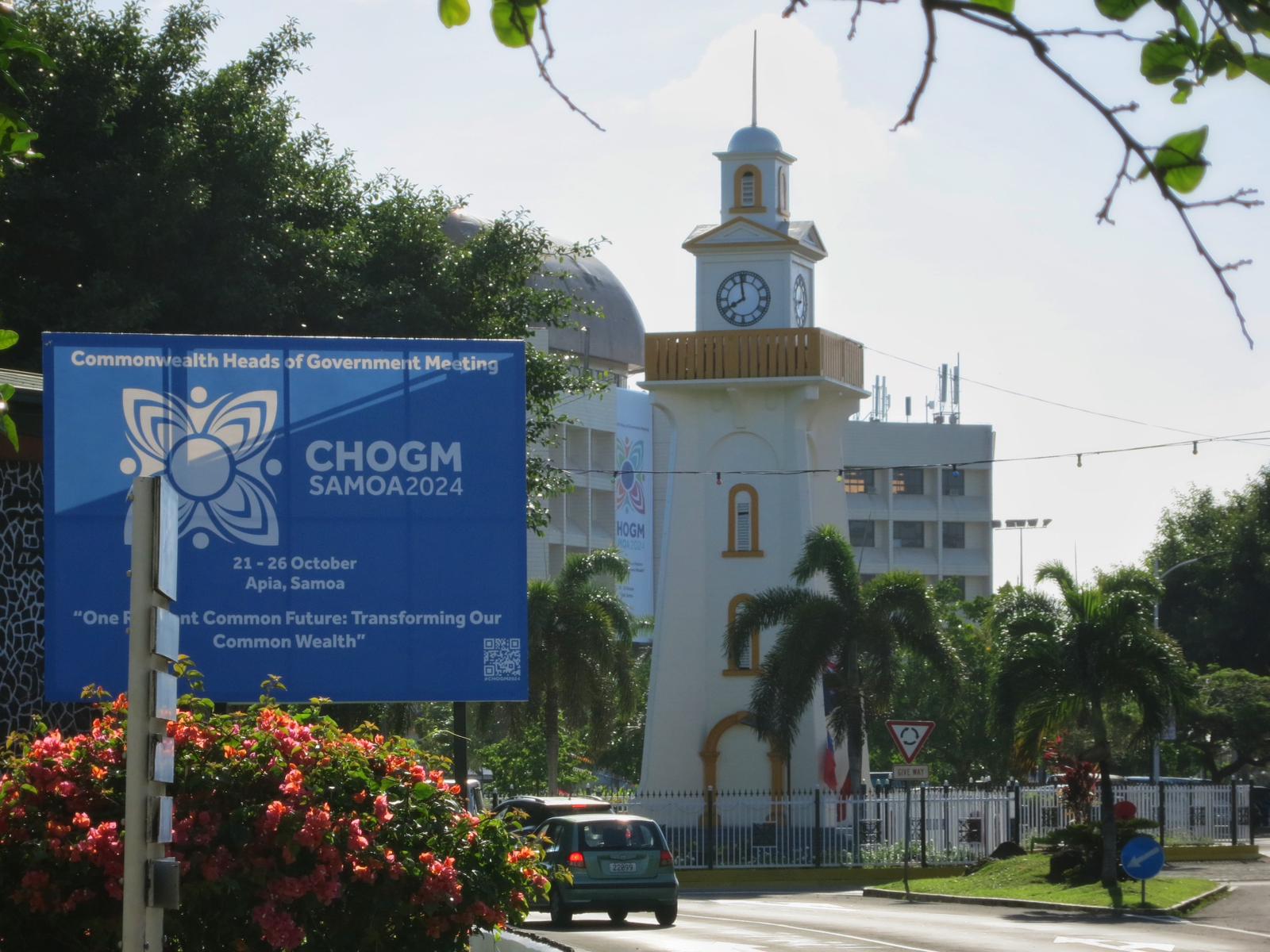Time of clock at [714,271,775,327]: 7:58
